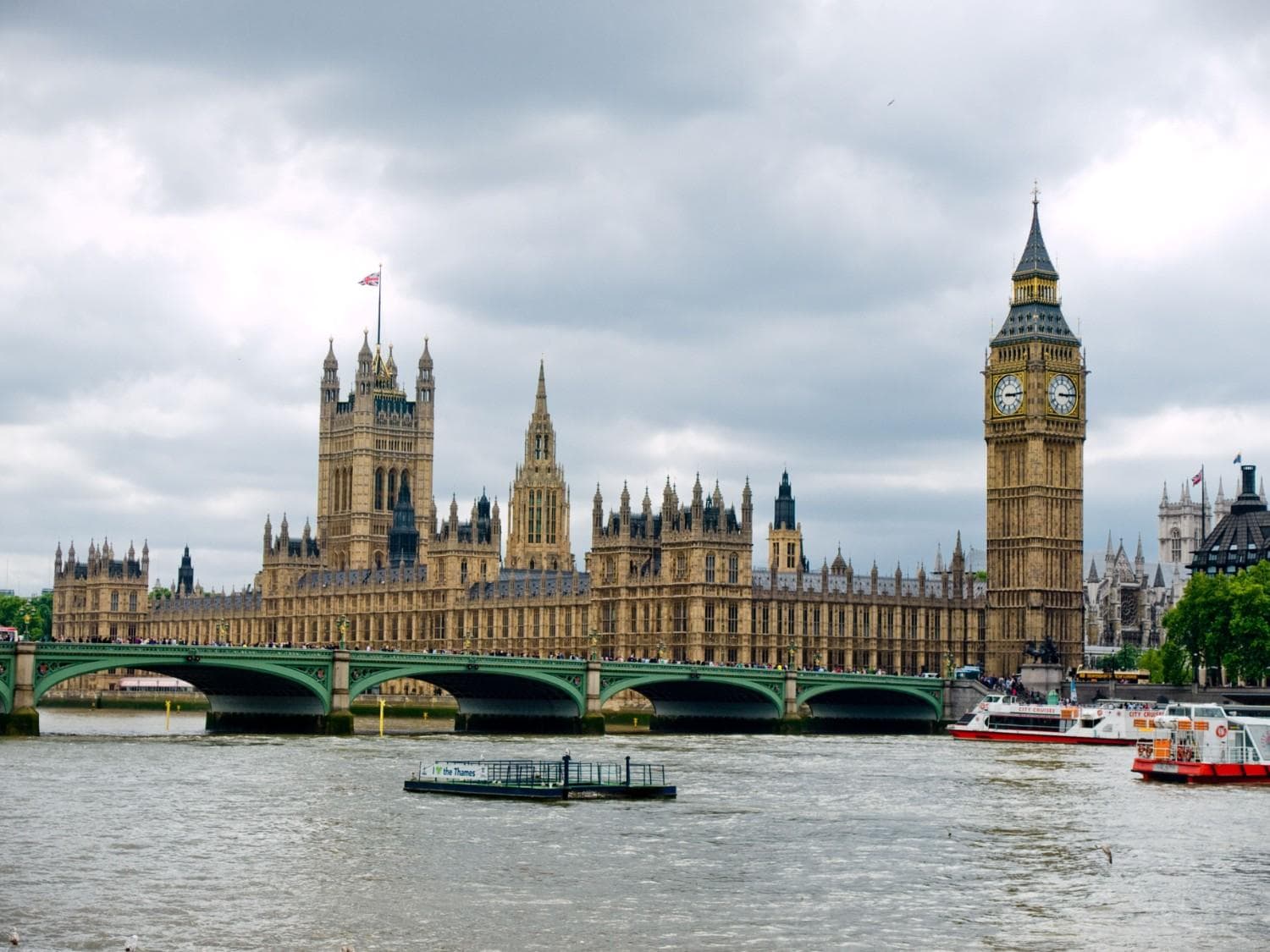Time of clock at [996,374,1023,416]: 3:14
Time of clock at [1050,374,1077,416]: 3:14
